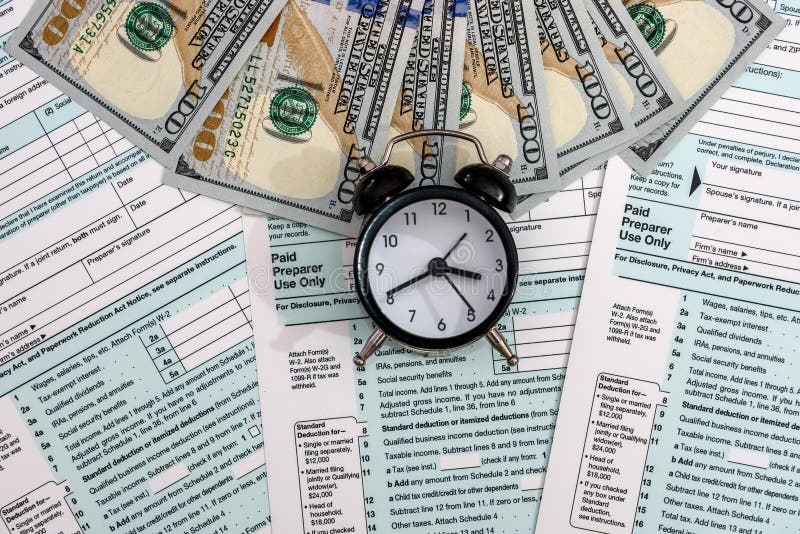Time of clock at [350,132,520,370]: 3:40
